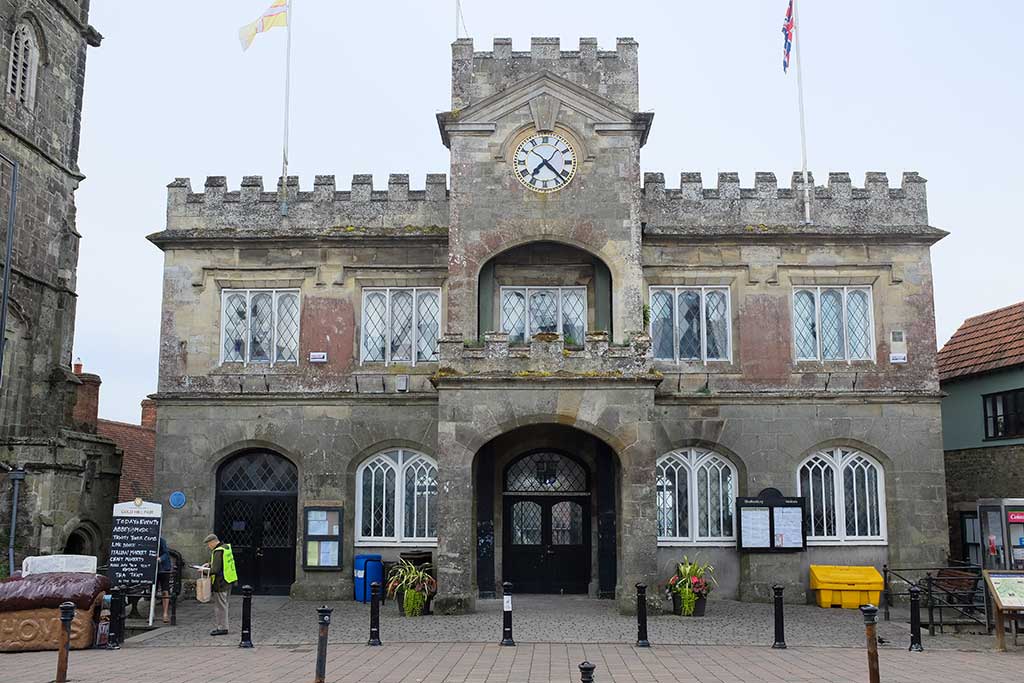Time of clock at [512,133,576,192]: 7:22
